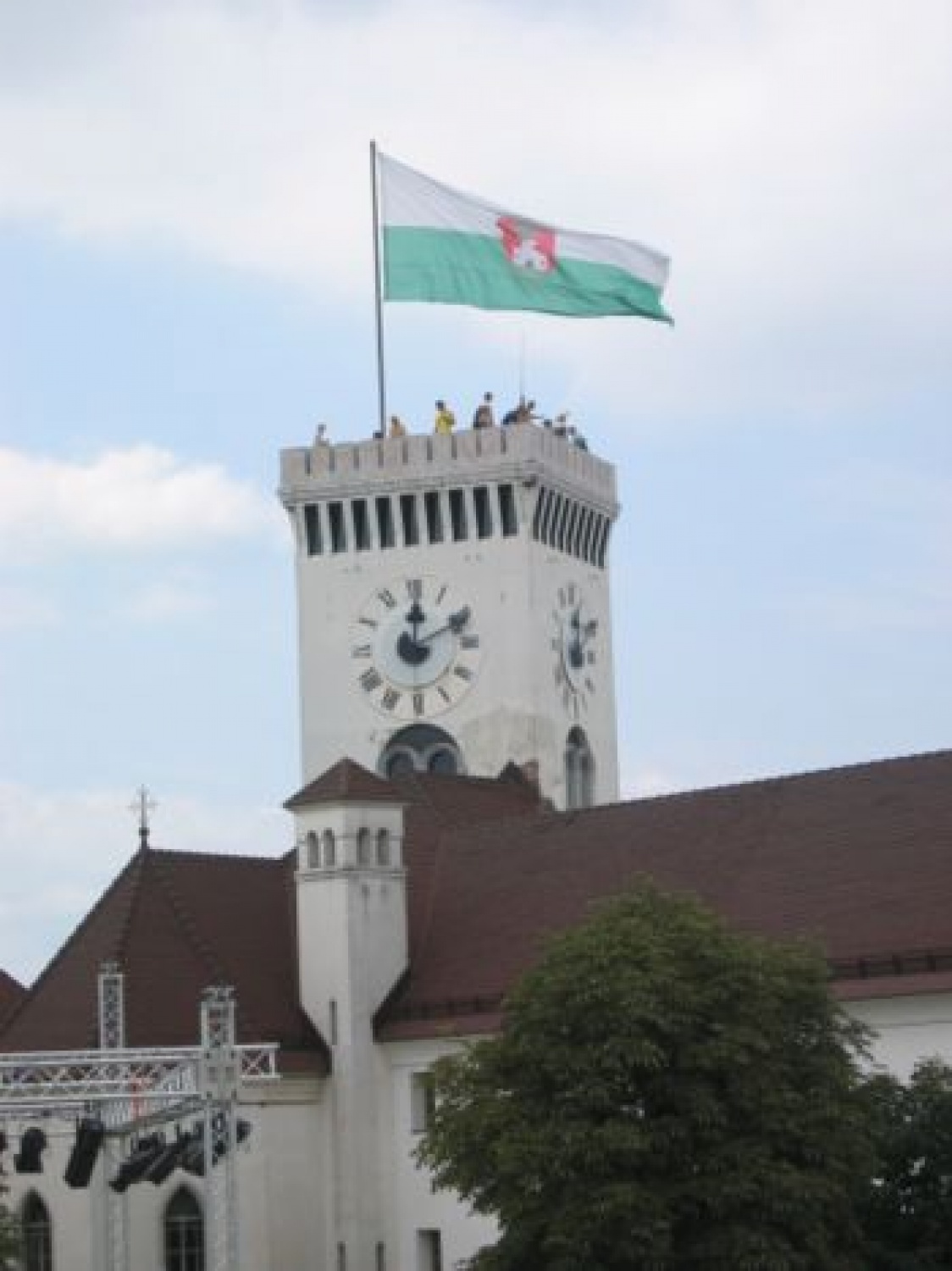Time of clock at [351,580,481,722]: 12:10
